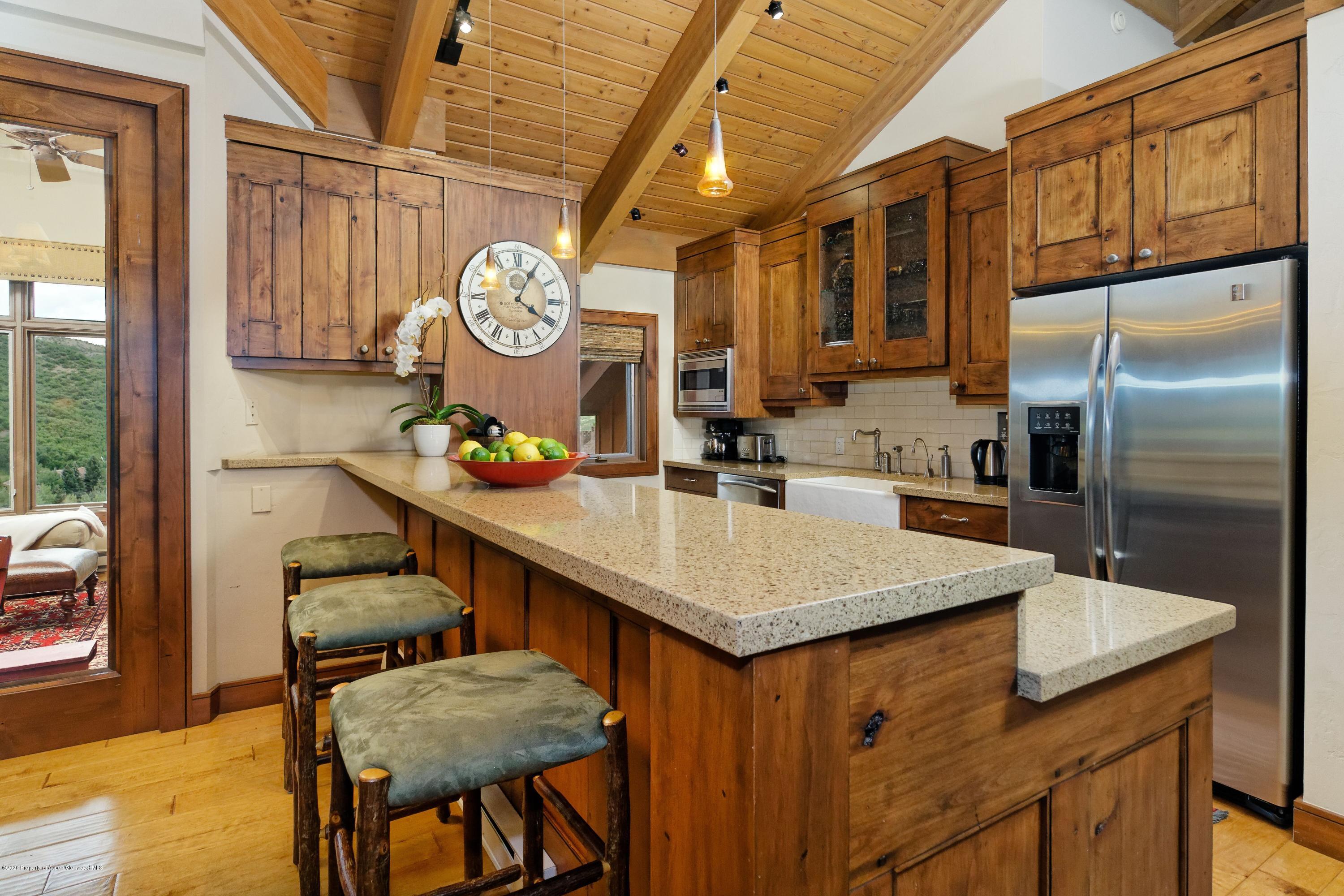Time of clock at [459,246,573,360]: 4:04
